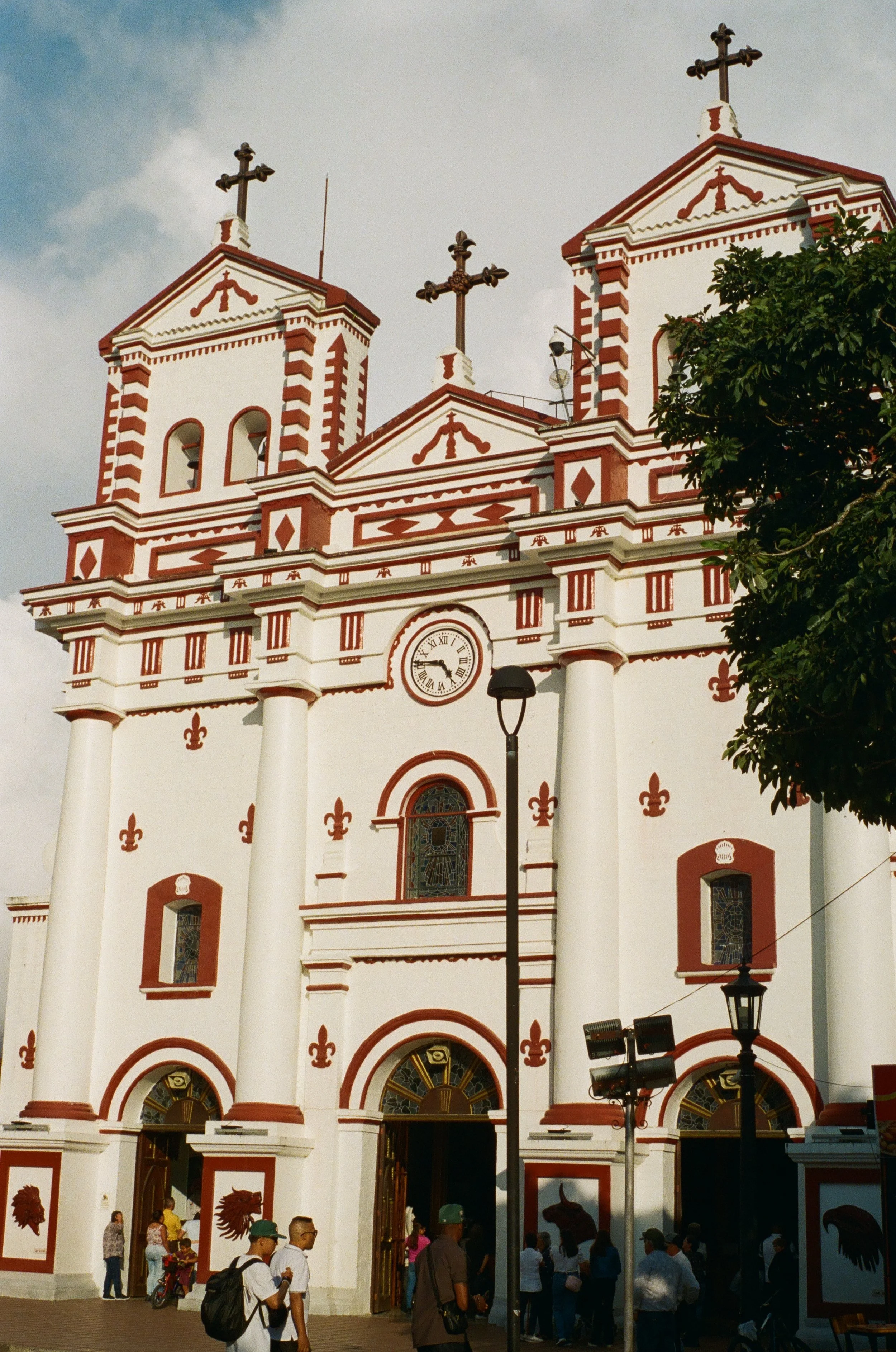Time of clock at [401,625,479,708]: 4:45
